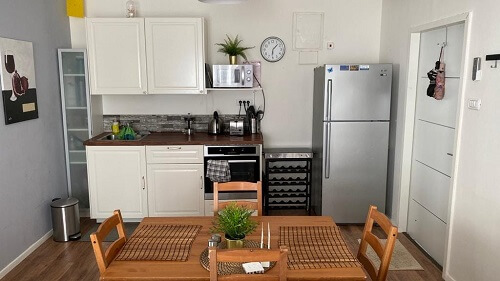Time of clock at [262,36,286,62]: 6:07
